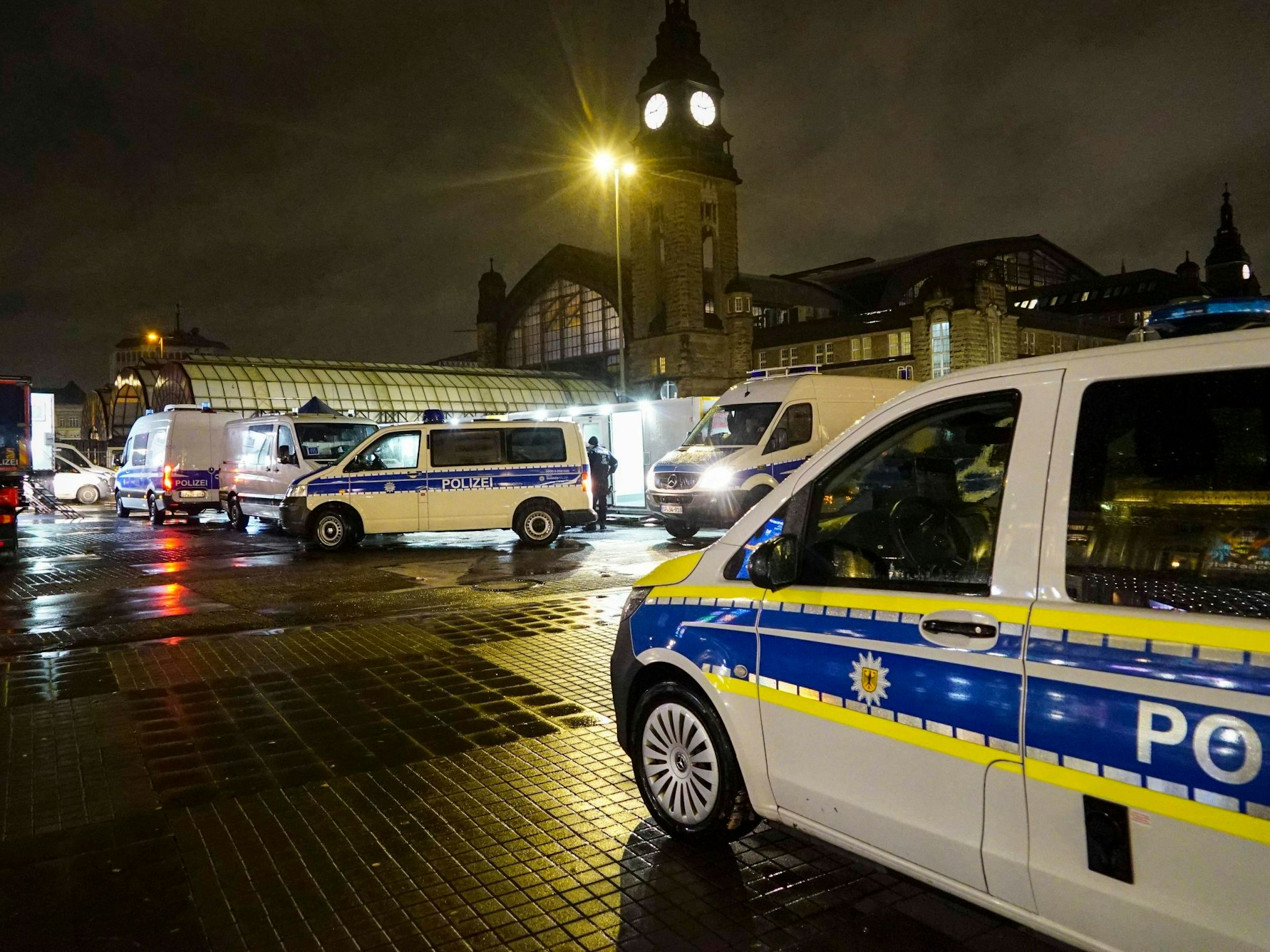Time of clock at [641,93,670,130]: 9:10
